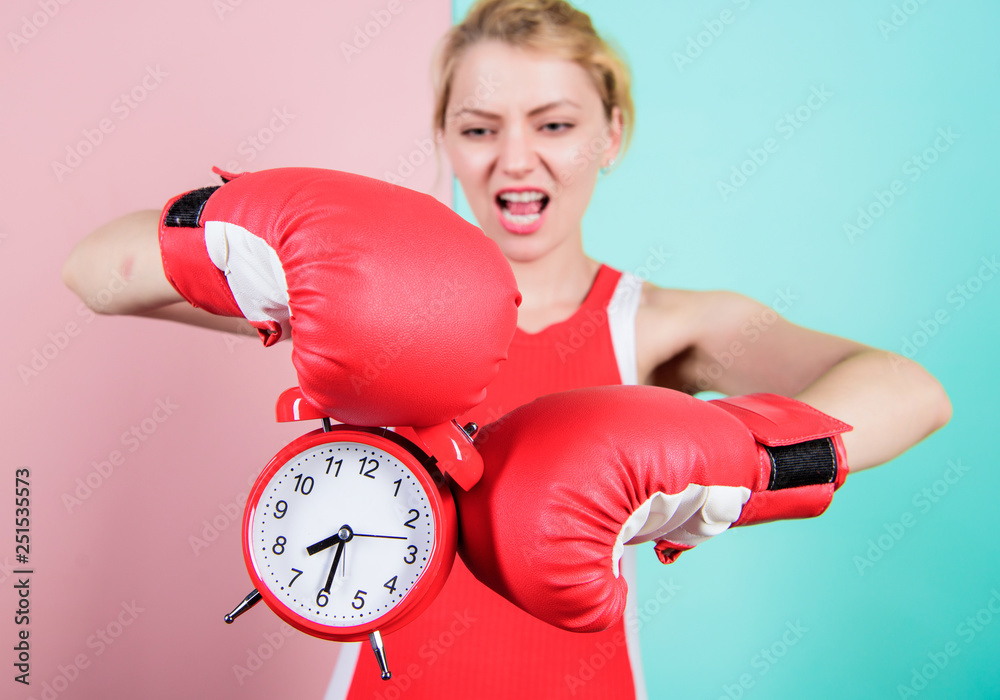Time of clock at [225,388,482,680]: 7:29
